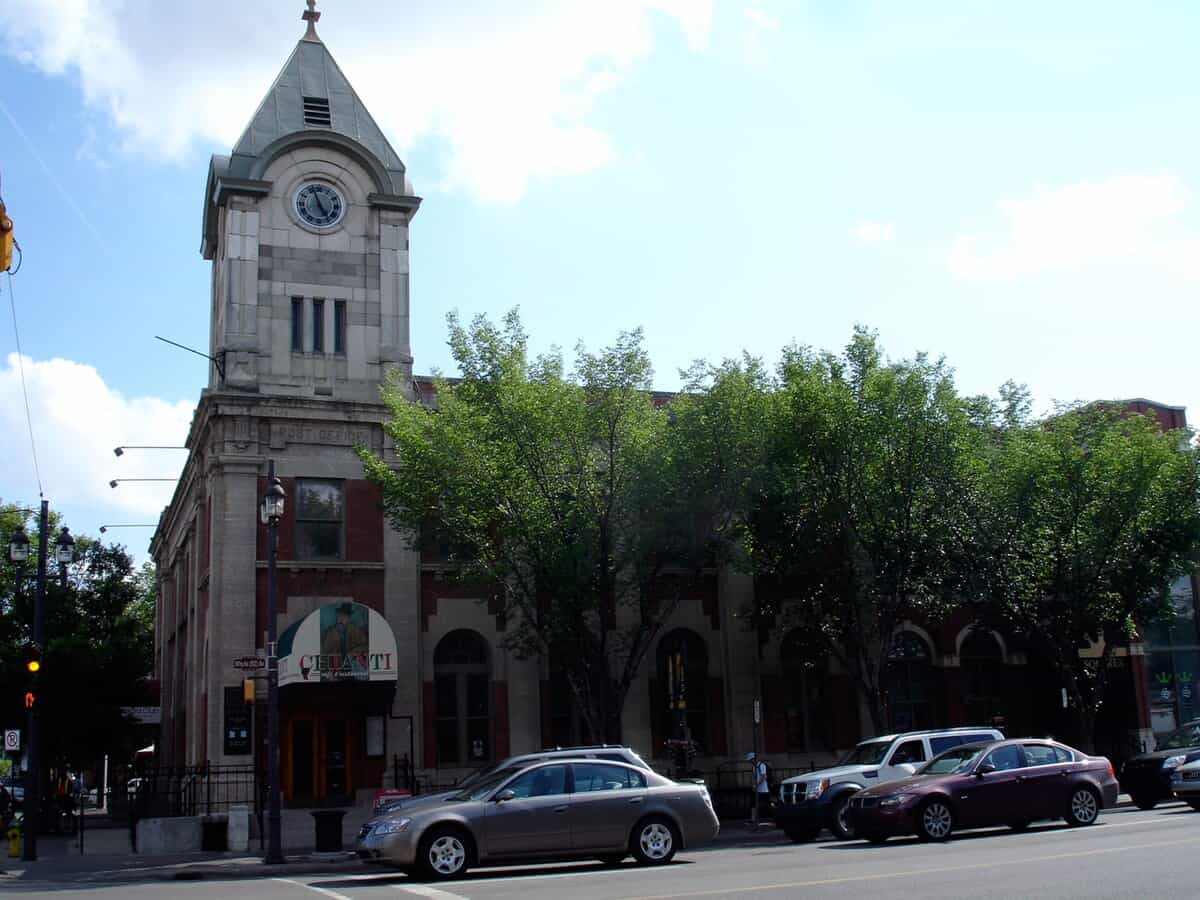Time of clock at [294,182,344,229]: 4:56
